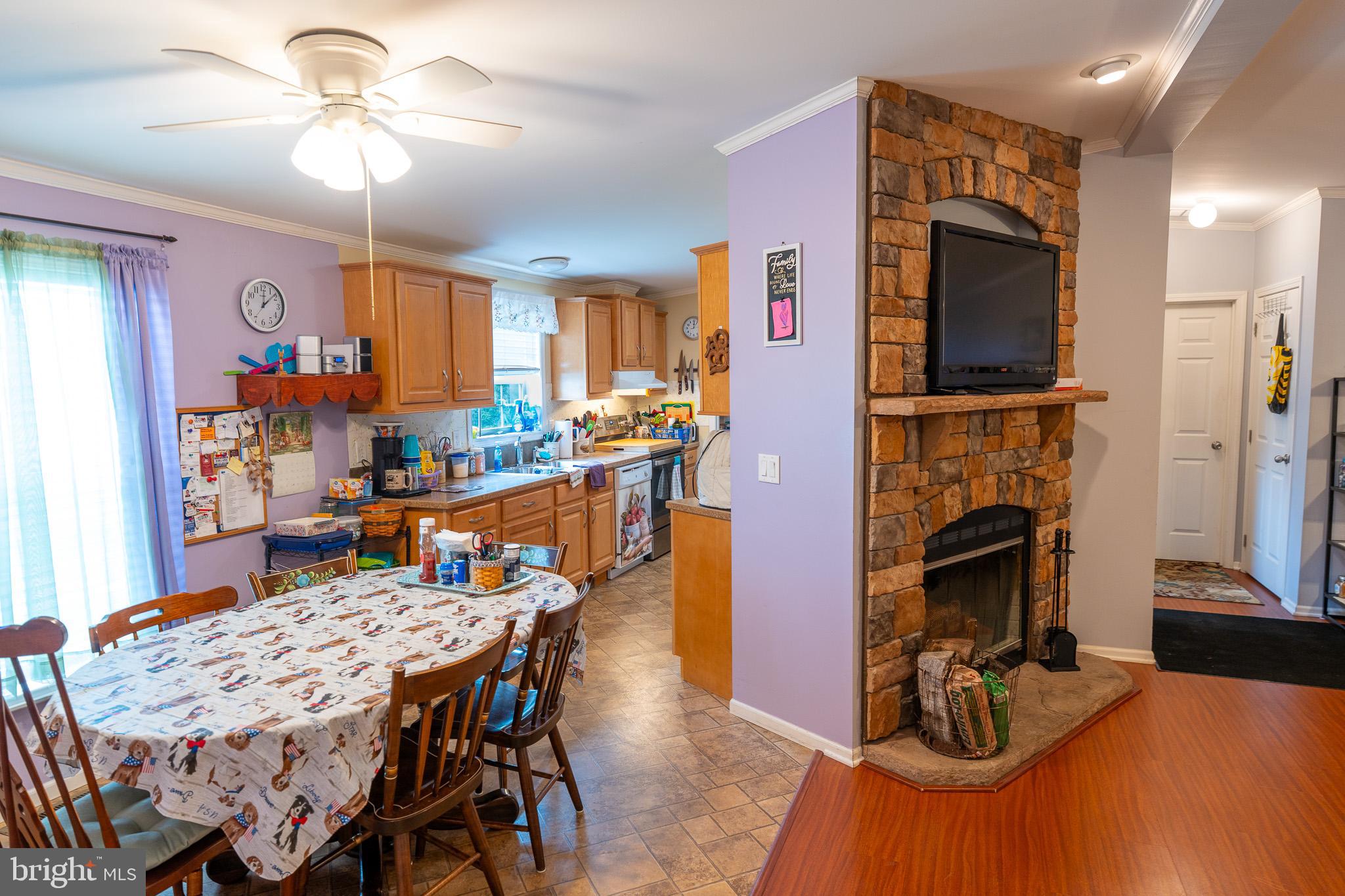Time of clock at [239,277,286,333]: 12:07
